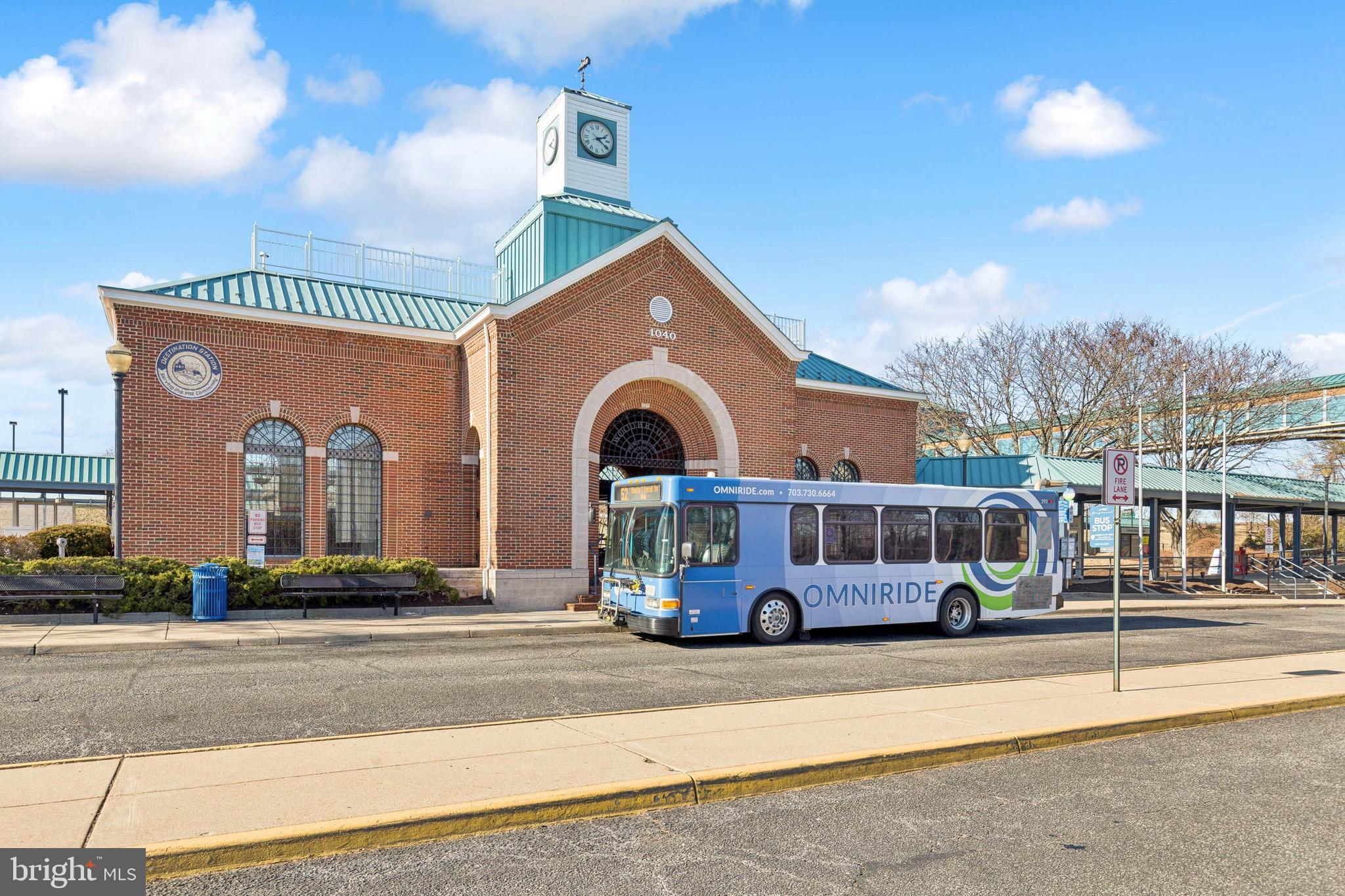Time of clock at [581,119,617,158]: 2:20
